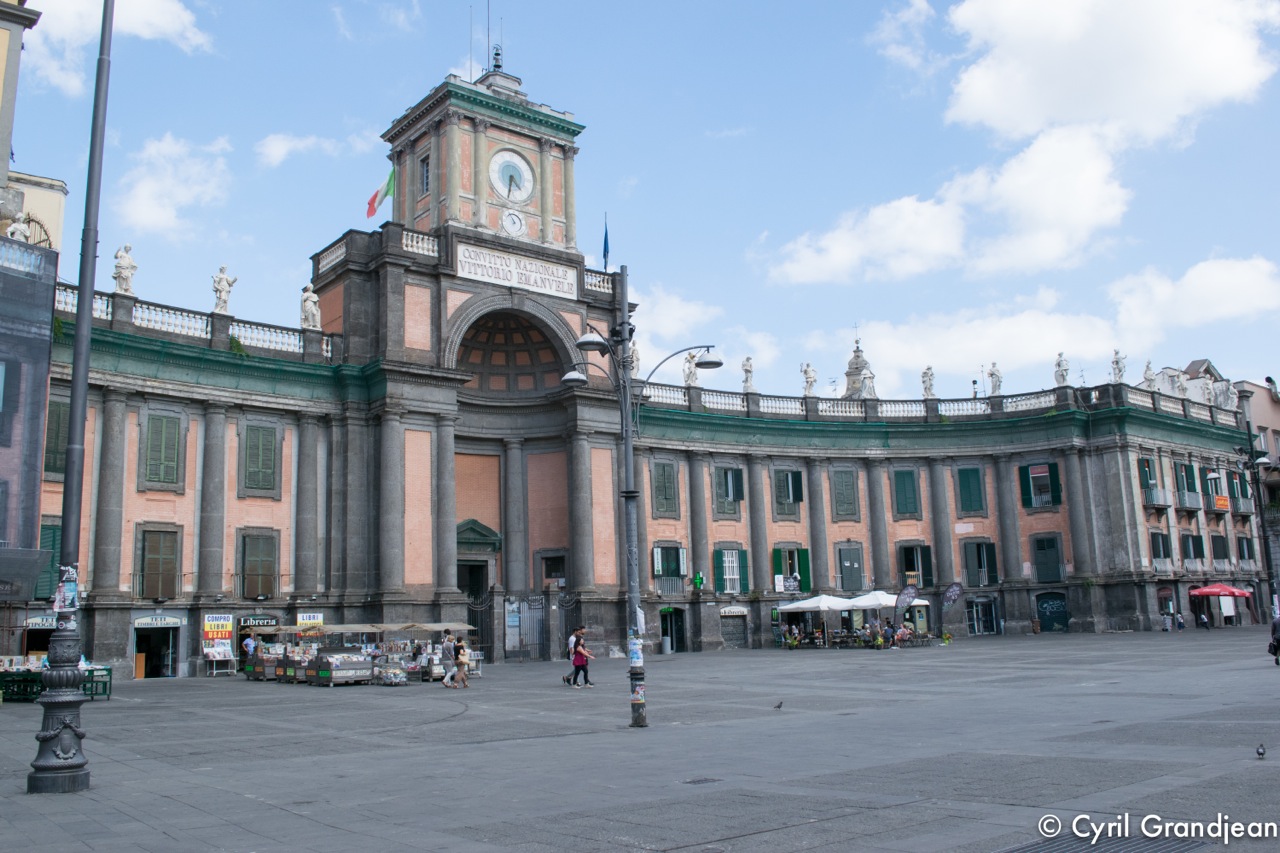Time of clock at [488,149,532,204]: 4:32
